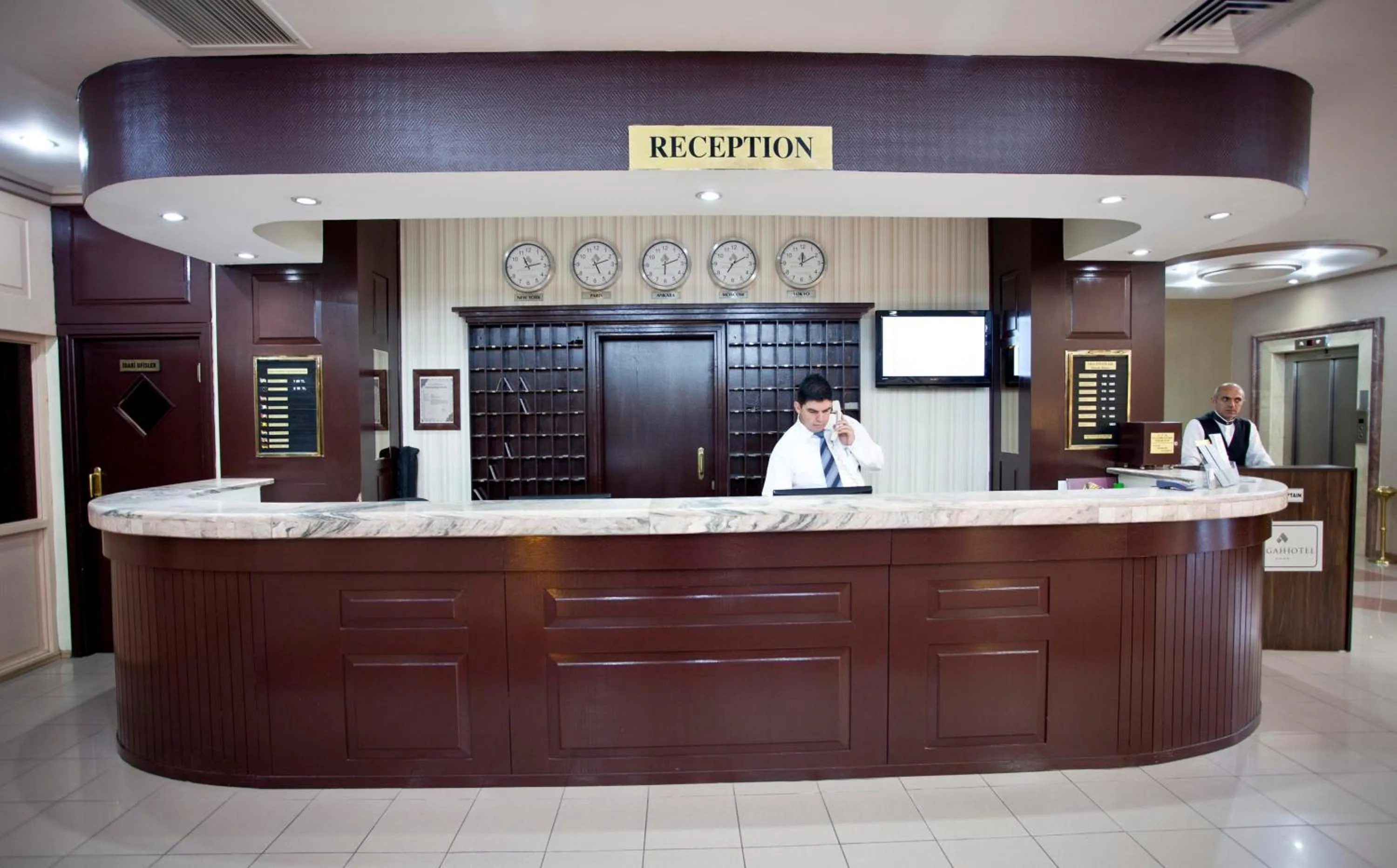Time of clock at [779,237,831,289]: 12:10
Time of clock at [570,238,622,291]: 5:11
